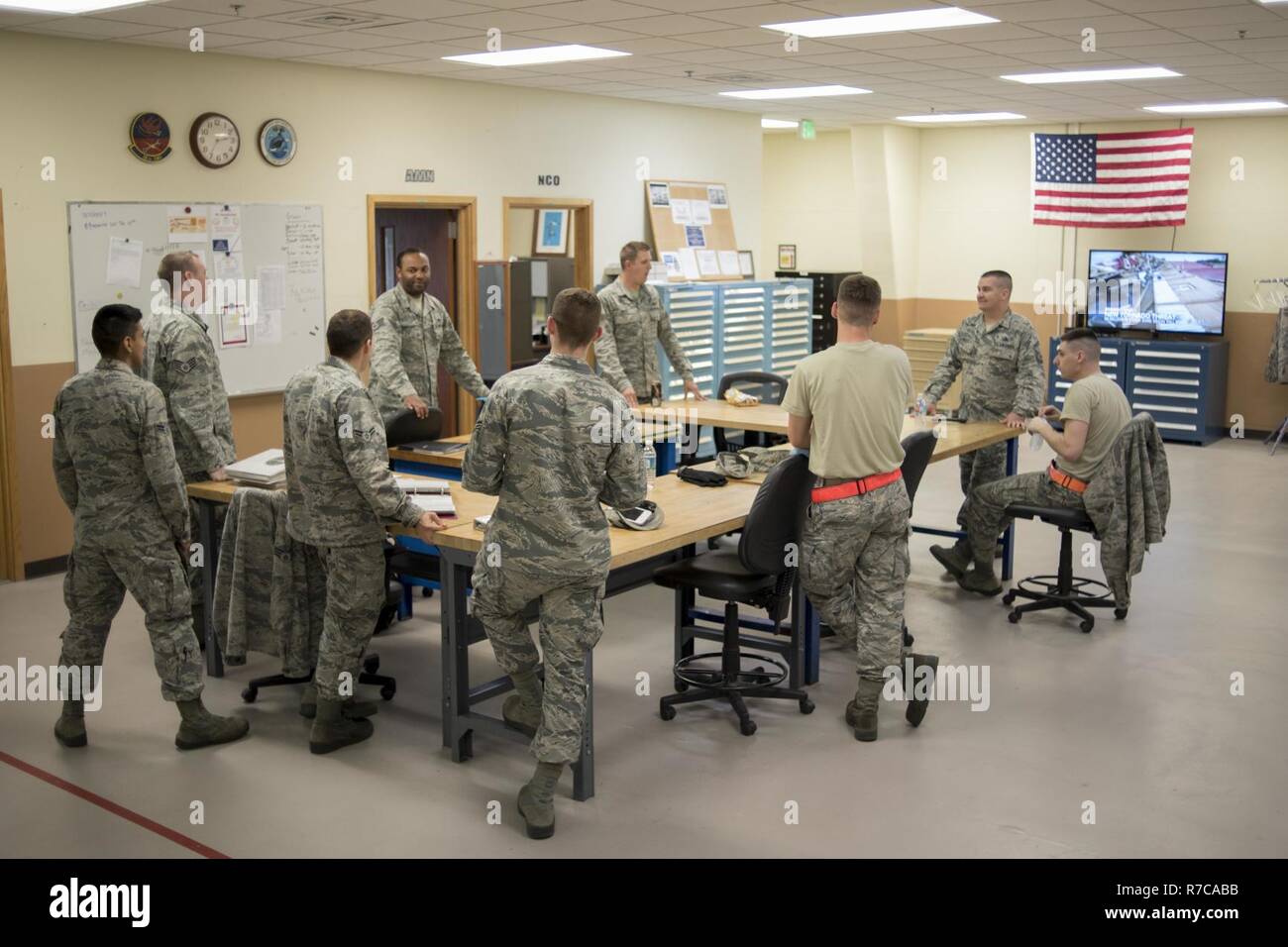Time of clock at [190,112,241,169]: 2:35
